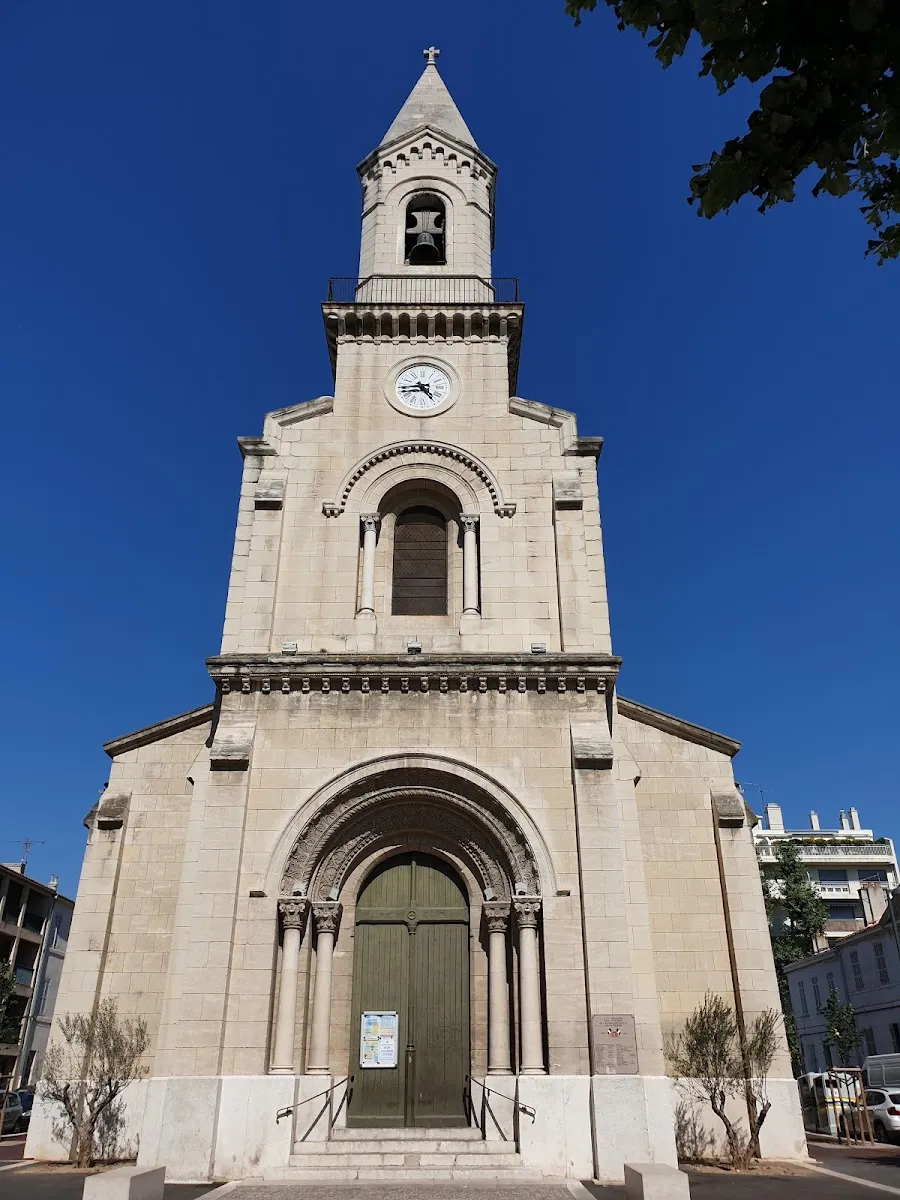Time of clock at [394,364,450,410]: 4:44
